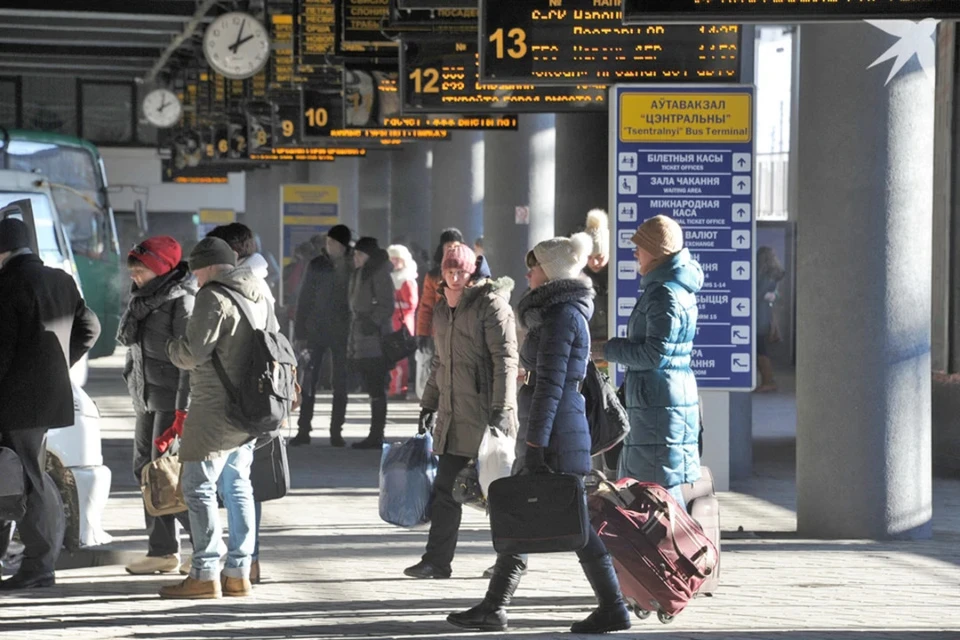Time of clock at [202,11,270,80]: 2:03
